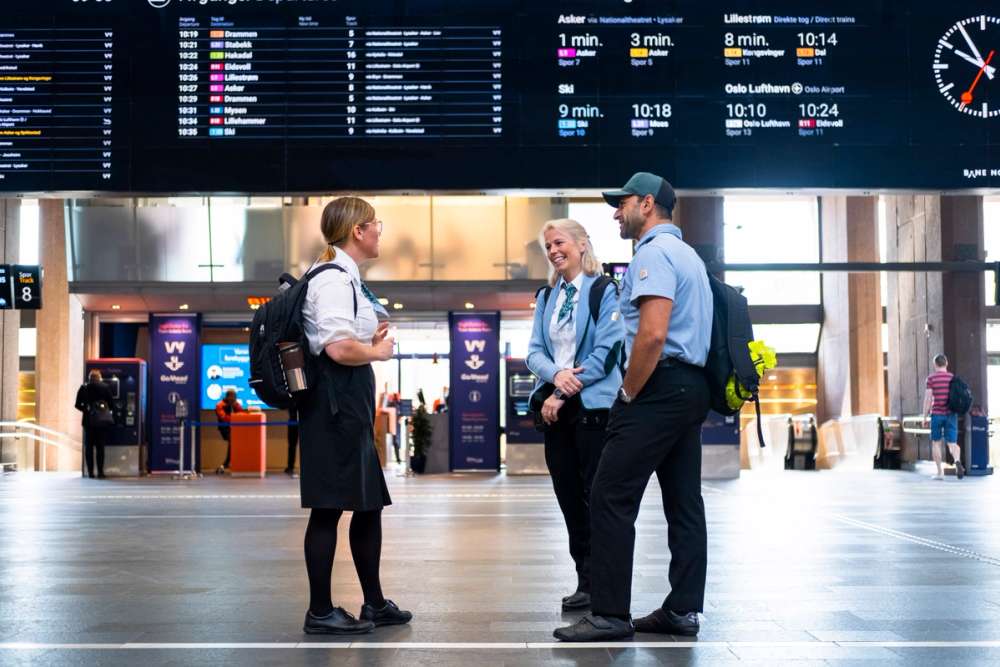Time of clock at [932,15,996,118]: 9:54
